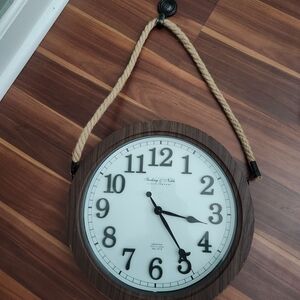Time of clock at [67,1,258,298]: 3:24
